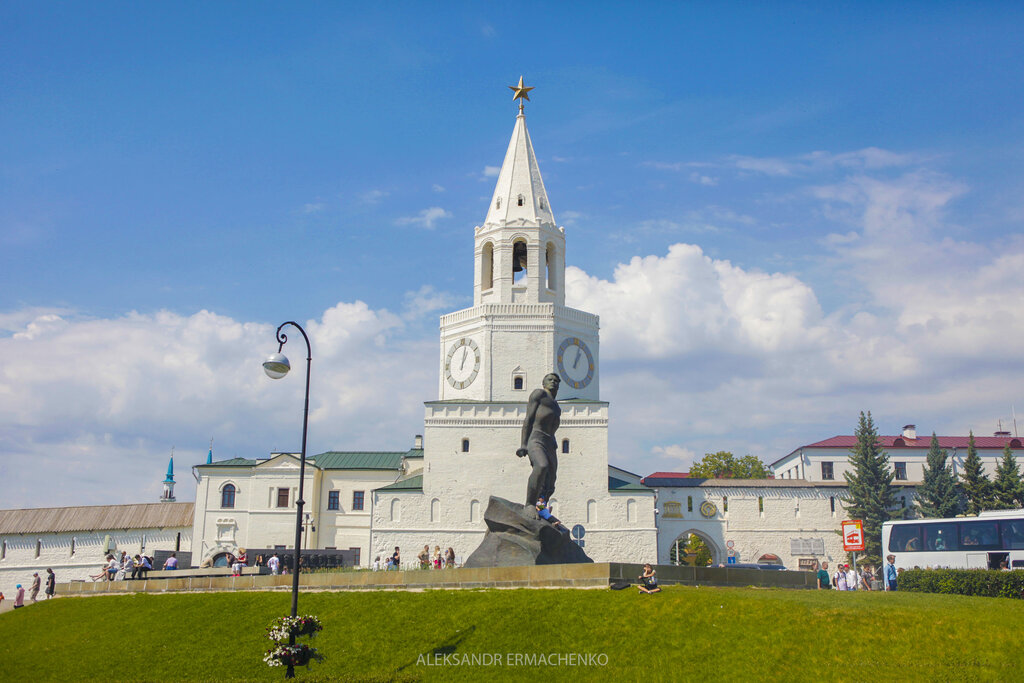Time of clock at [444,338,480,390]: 1:01
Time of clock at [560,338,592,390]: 1:02
